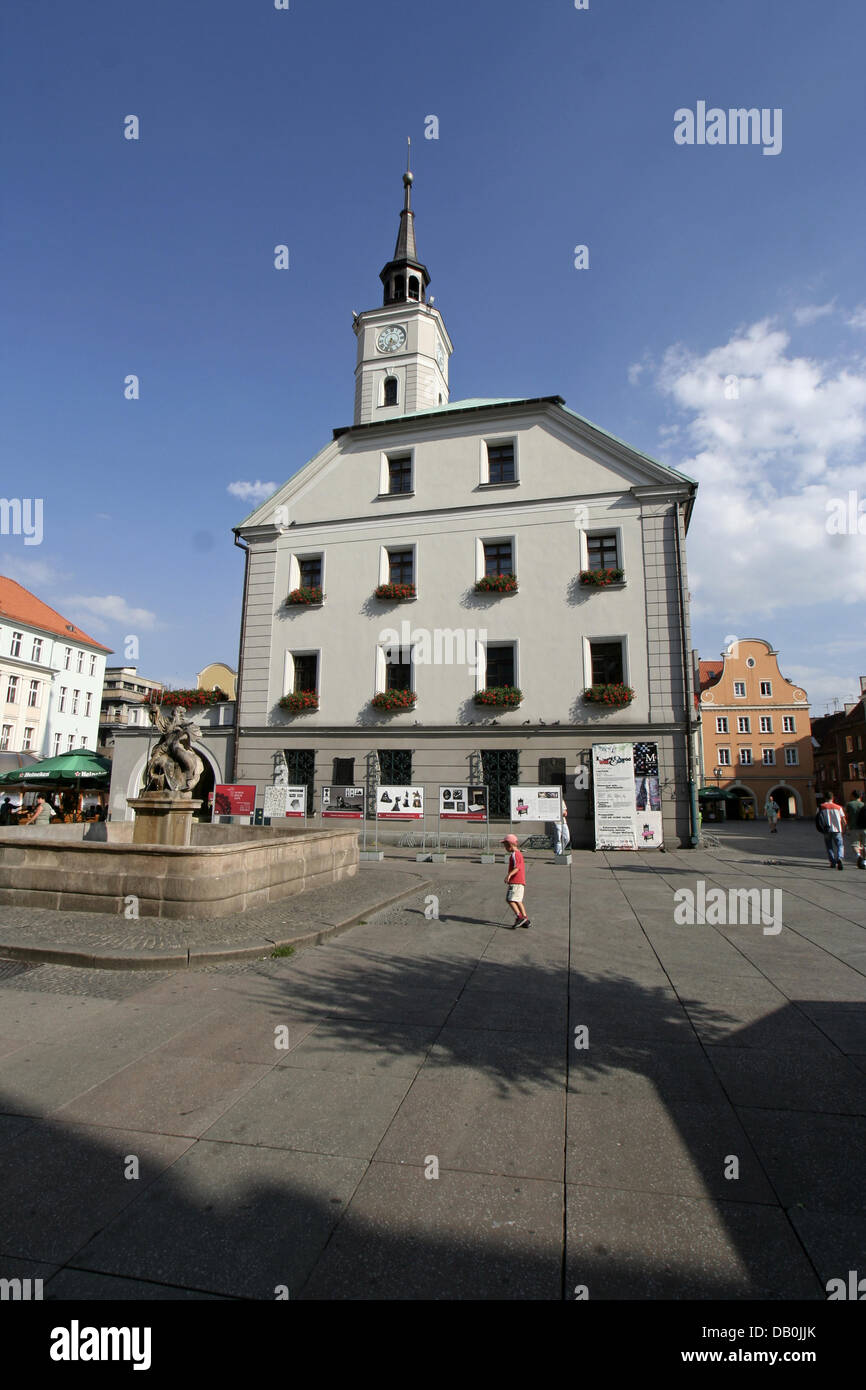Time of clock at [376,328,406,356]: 4:32
